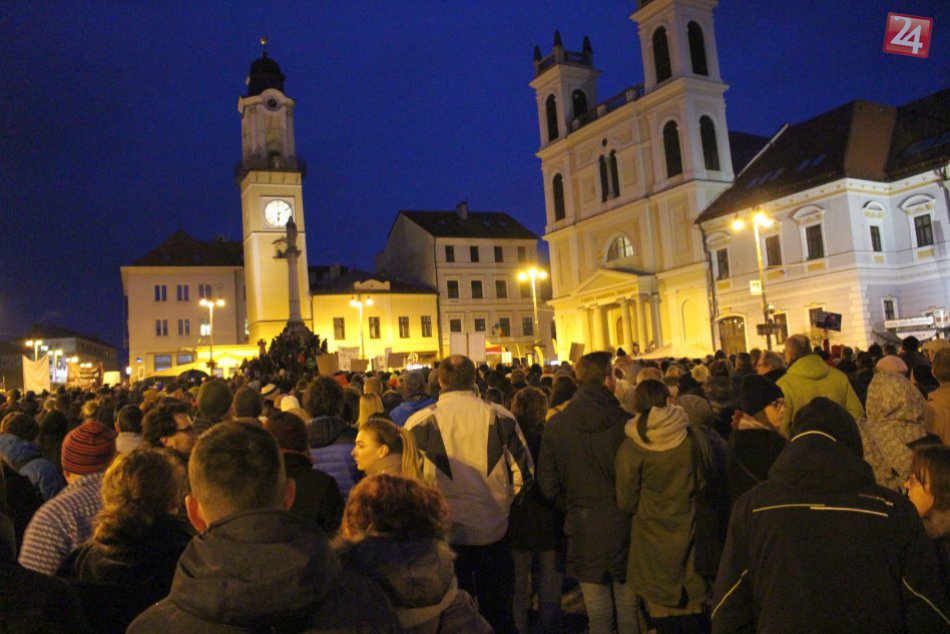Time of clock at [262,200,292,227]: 6:10
